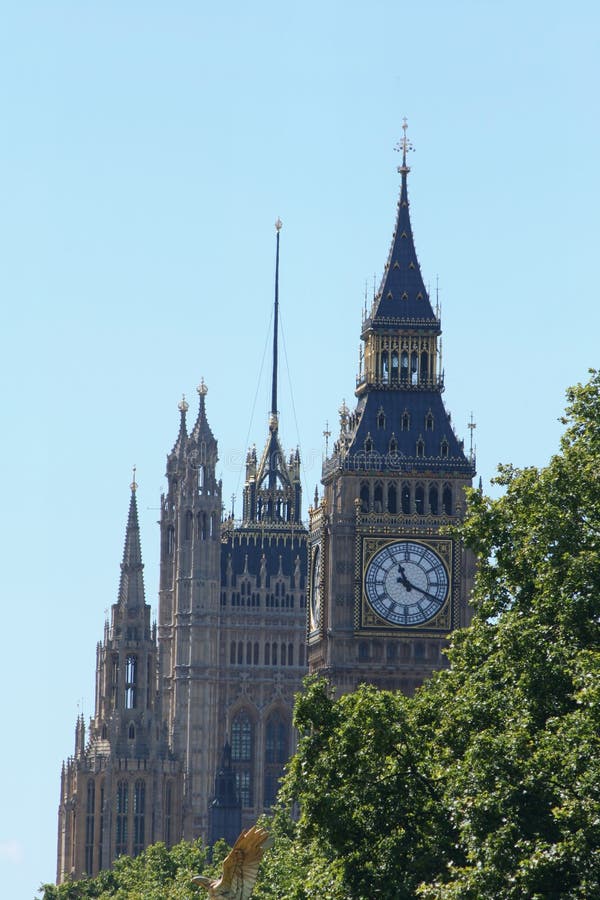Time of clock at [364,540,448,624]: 11:19
